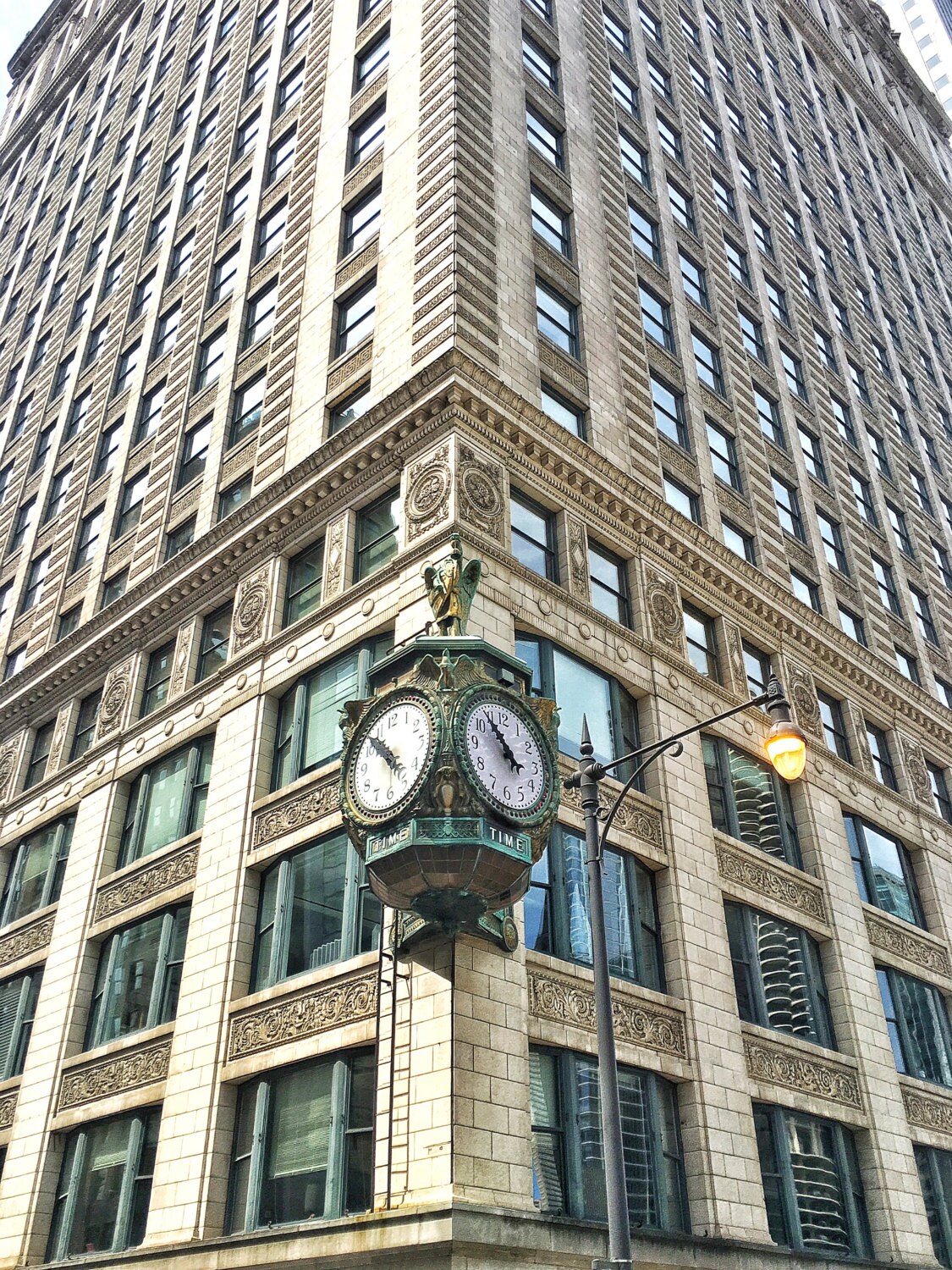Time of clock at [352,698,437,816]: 4:51
